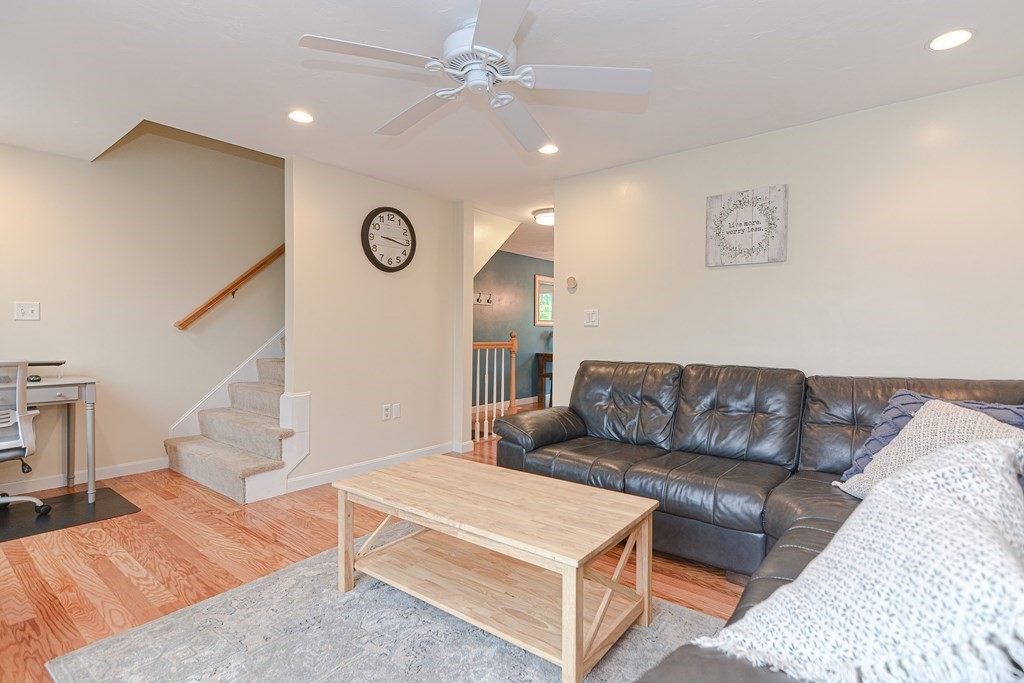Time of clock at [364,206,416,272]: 9:16
